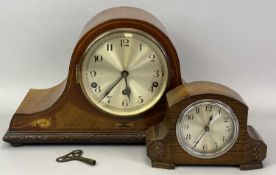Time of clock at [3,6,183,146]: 5:35
